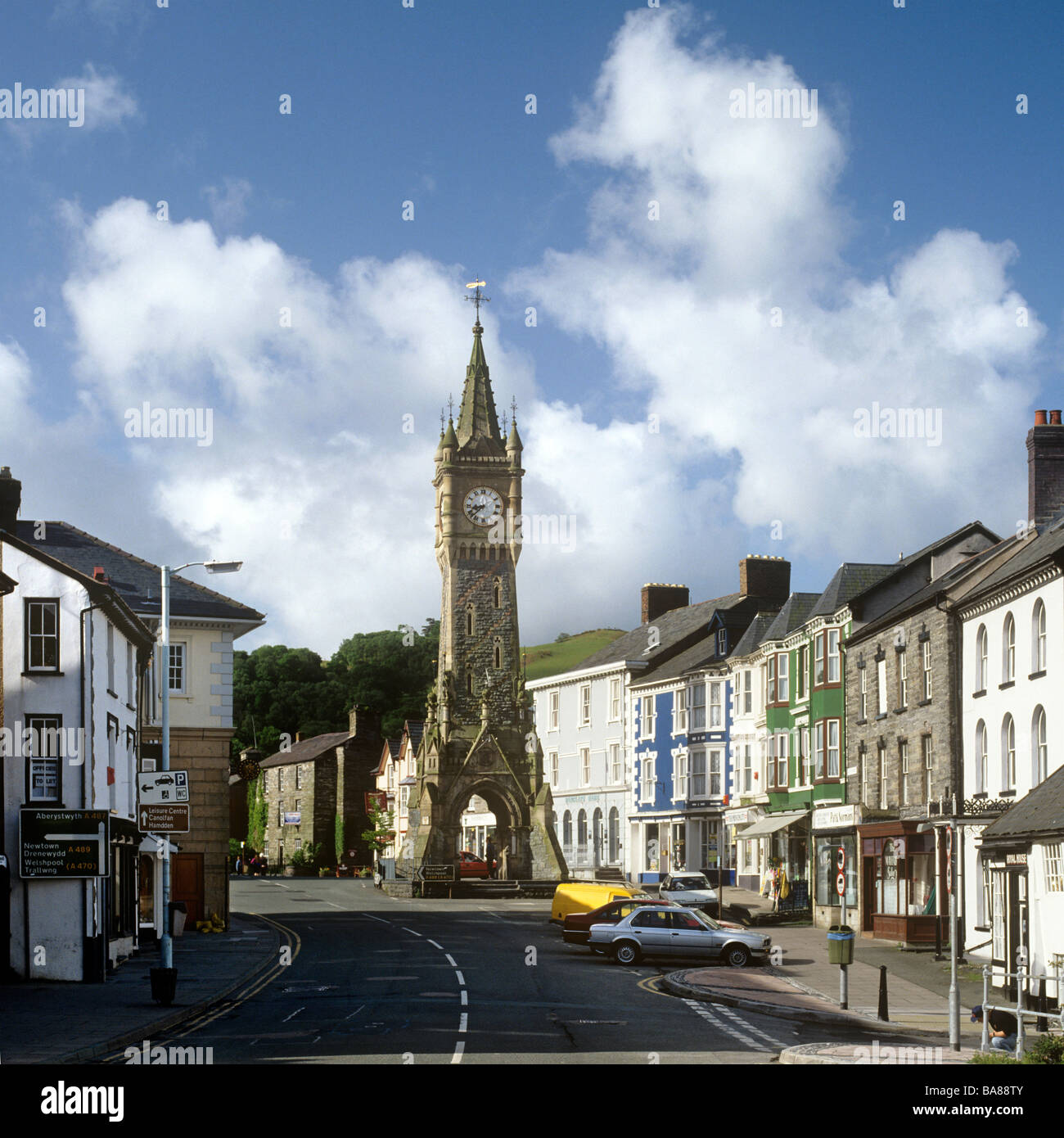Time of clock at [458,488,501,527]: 8:37
